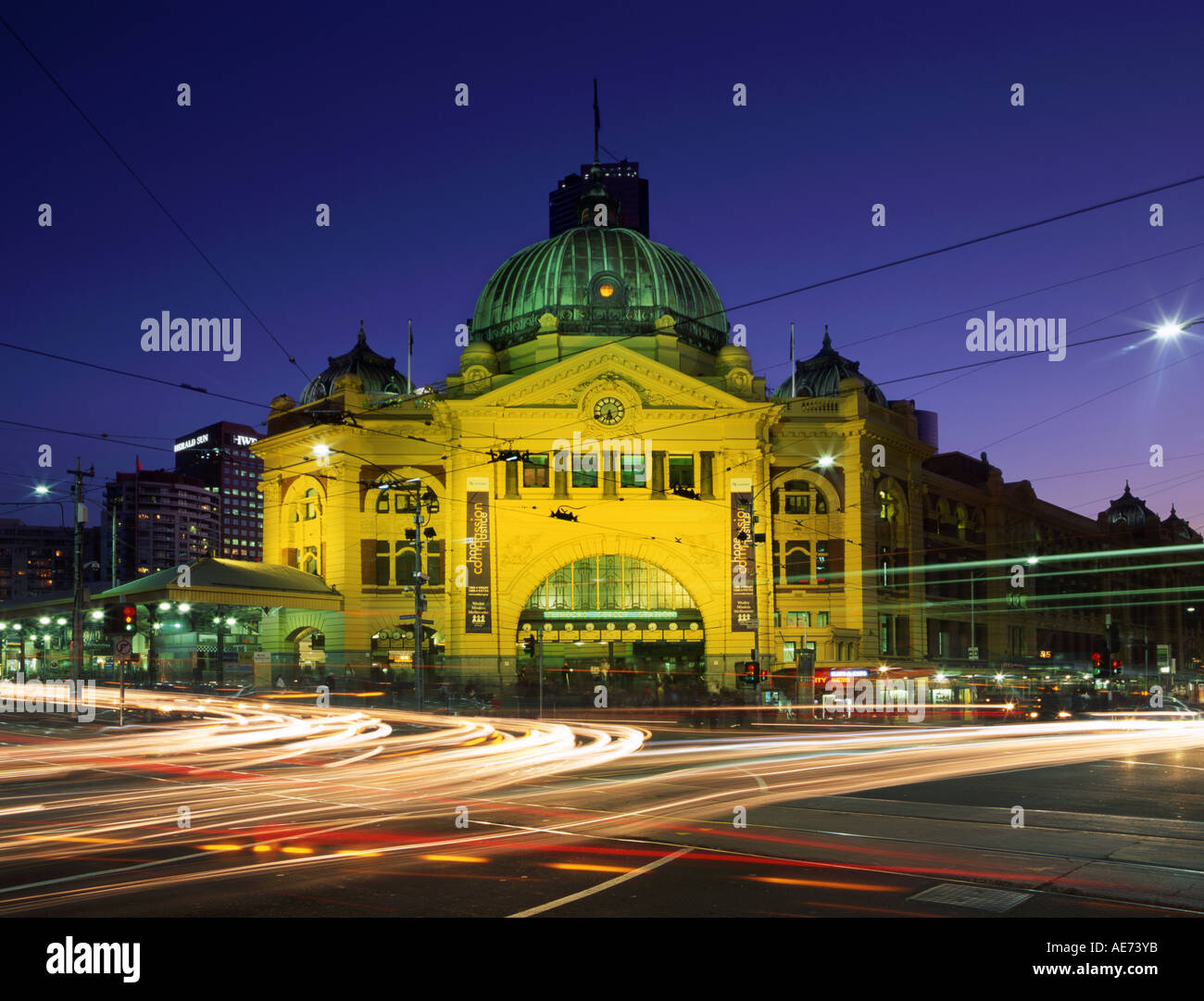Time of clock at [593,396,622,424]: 5:32
